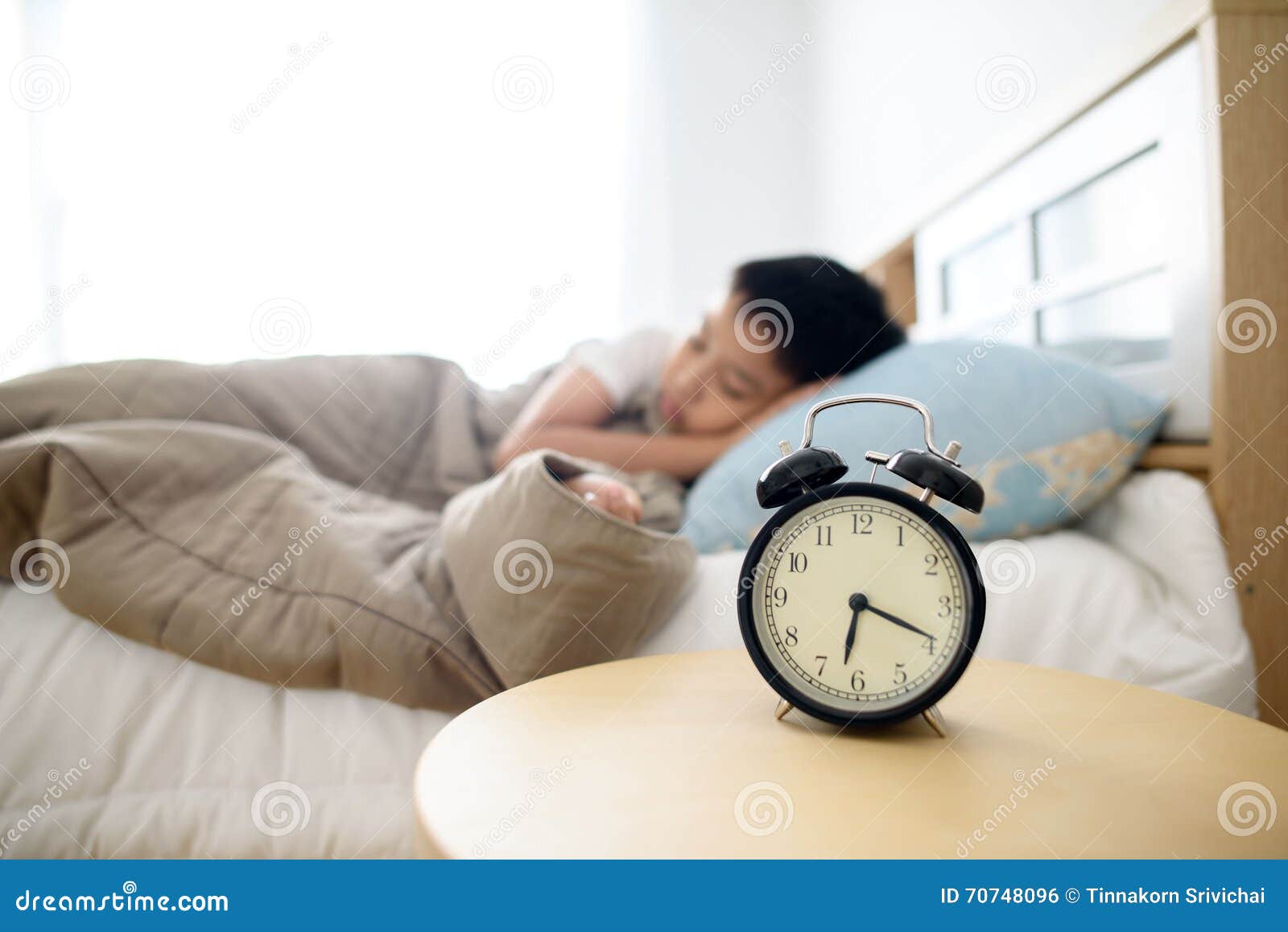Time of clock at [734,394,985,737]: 6:19
